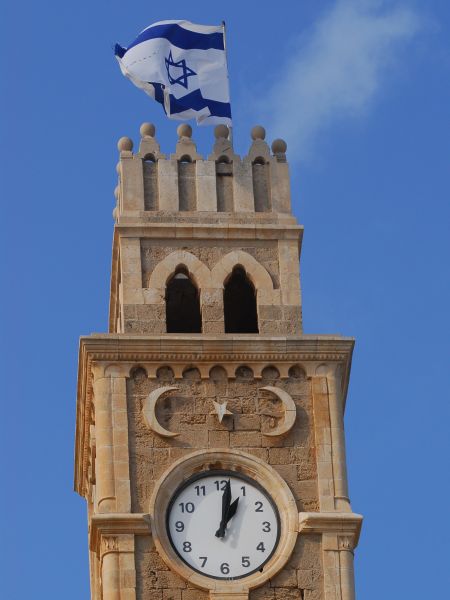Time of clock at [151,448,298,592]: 1:01
